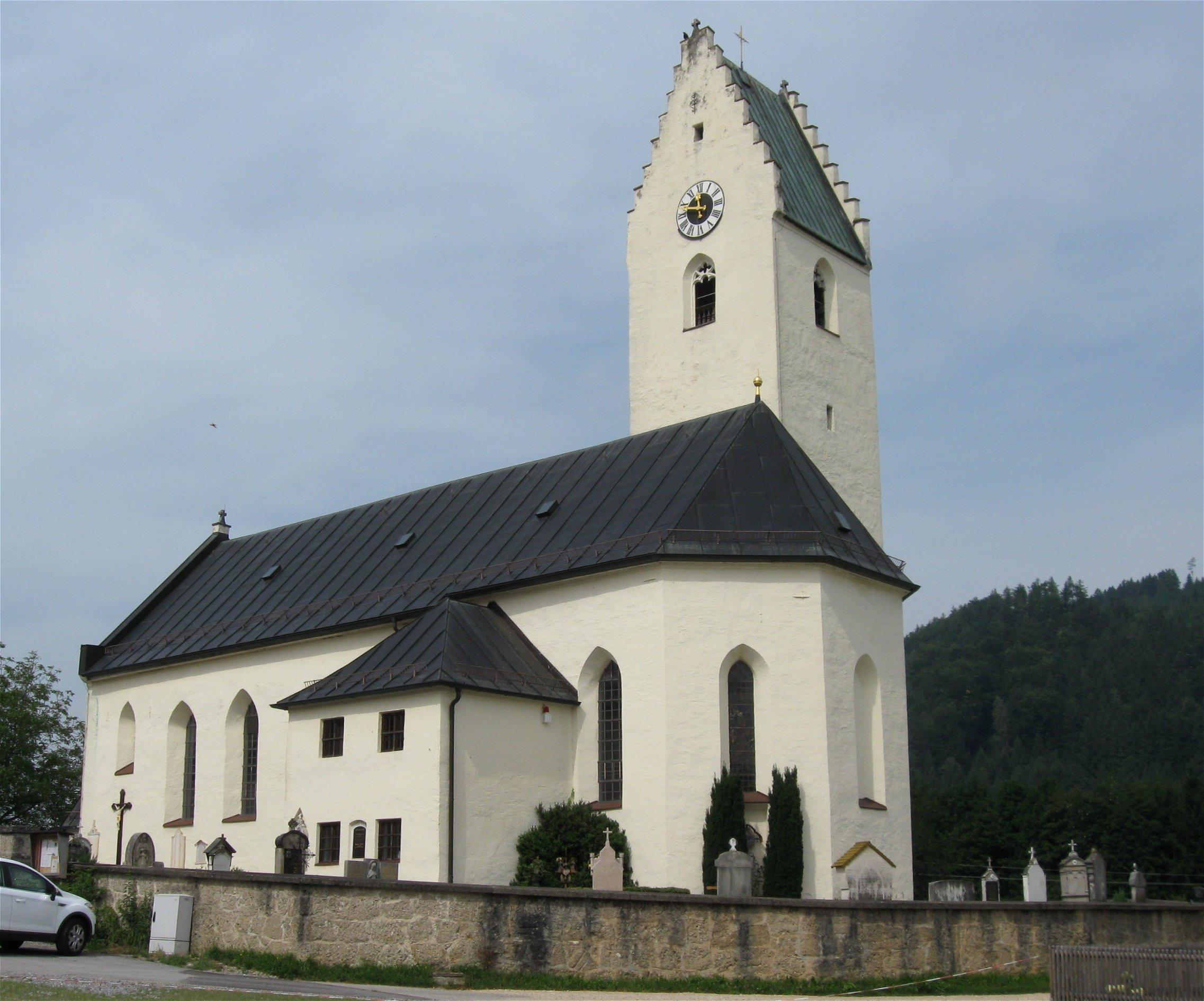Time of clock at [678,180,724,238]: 11:47
